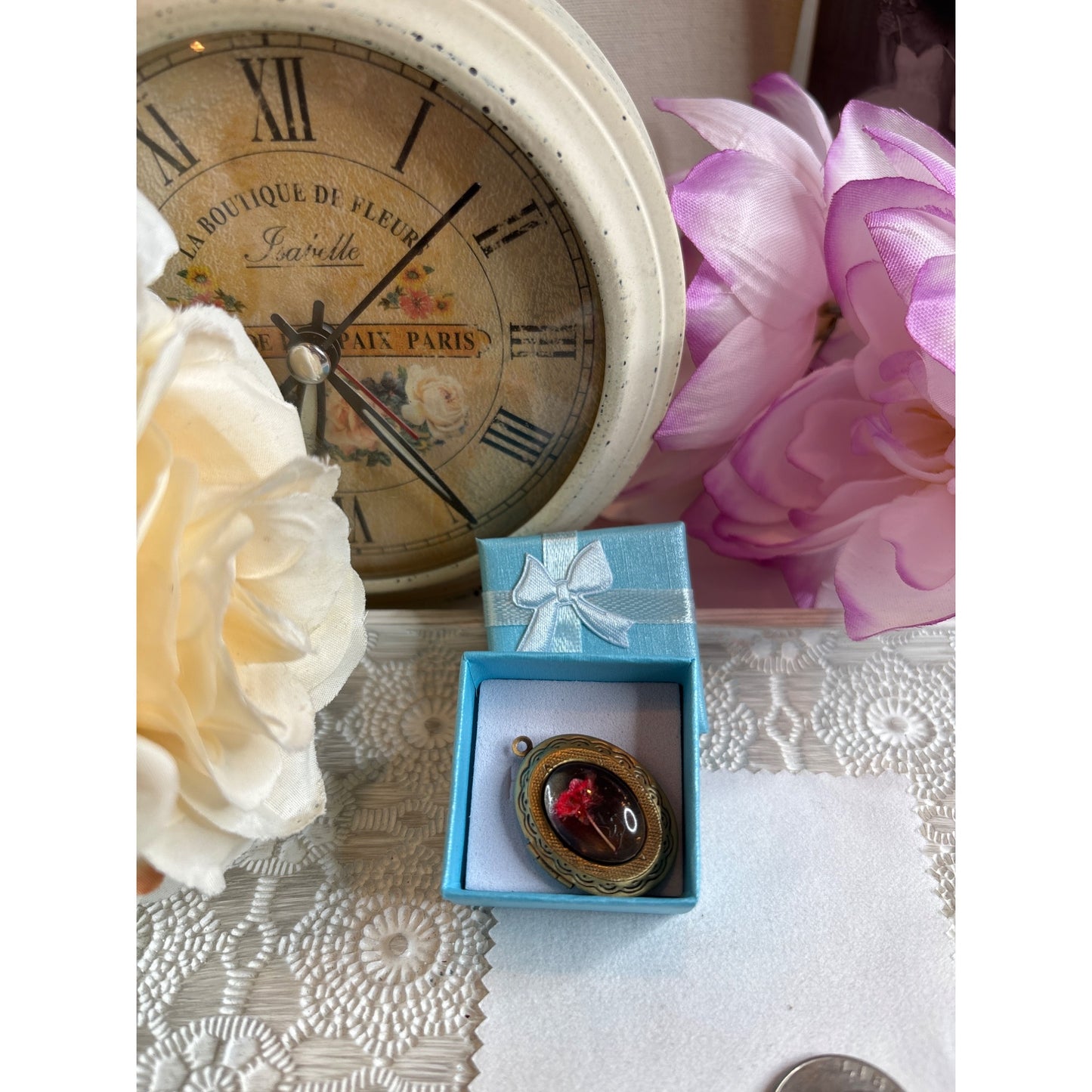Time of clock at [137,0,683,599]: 4:08
